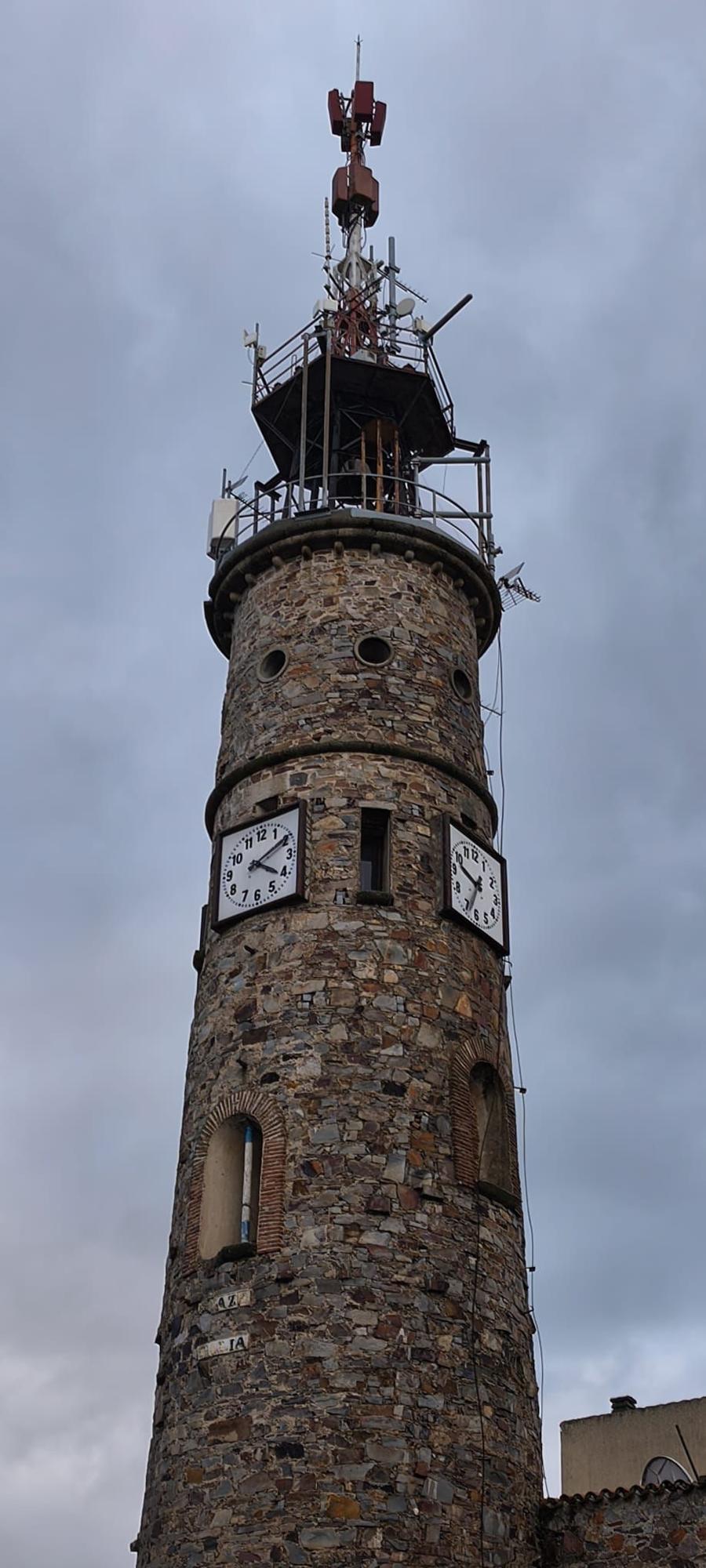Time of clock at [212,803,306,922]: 4:10
